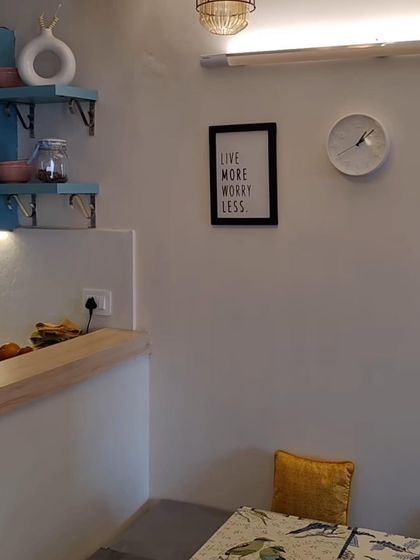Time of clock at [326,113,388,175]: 1:08
